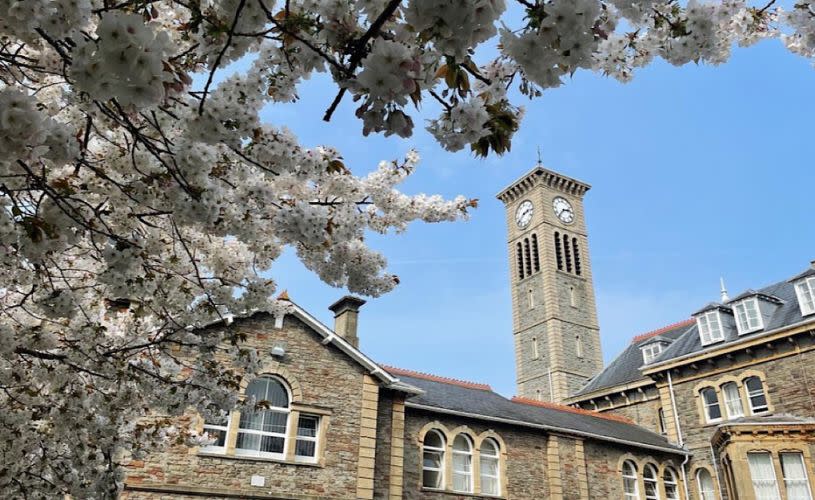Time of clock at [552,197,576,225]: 2:36
